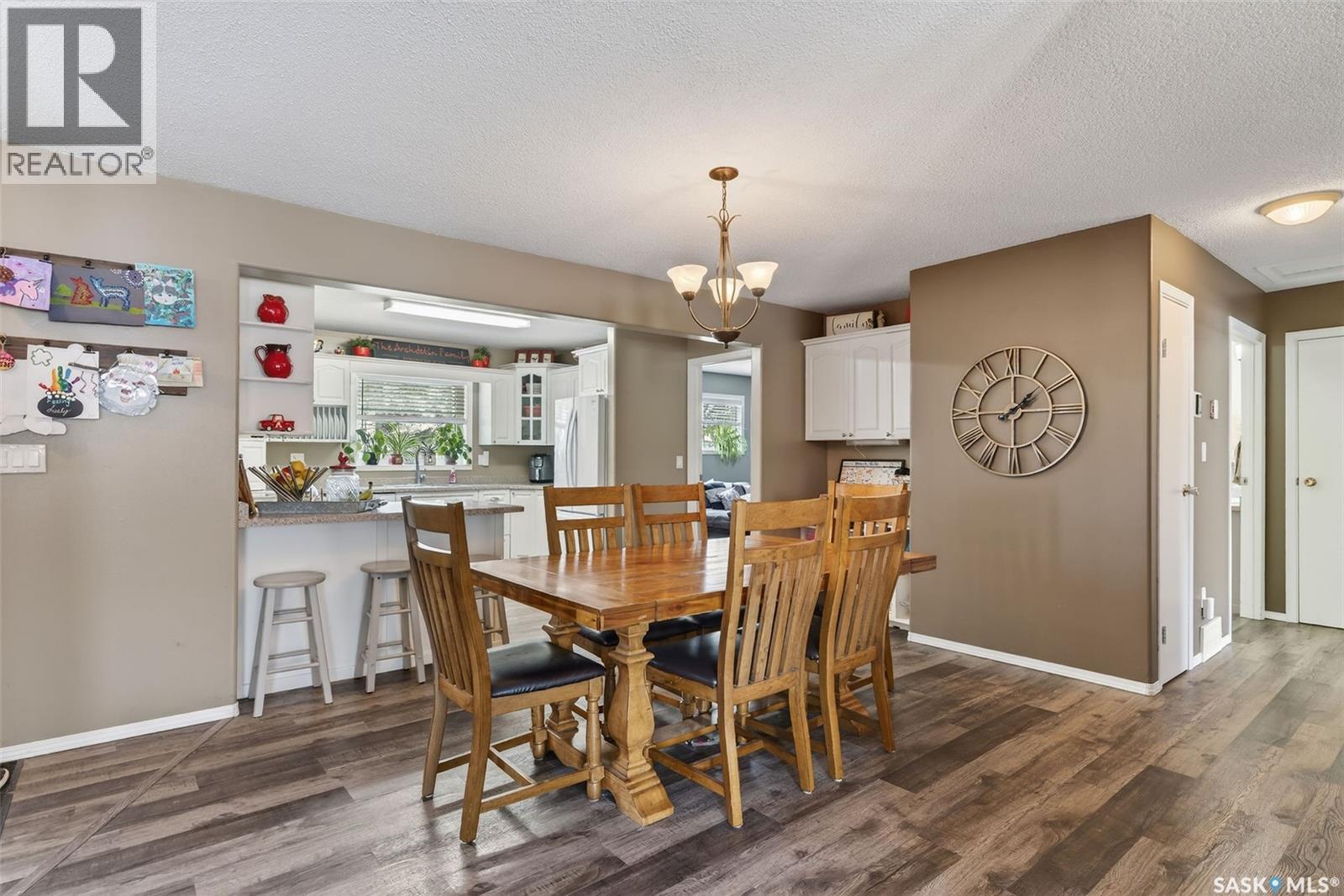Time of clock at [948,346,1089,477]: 2:00
